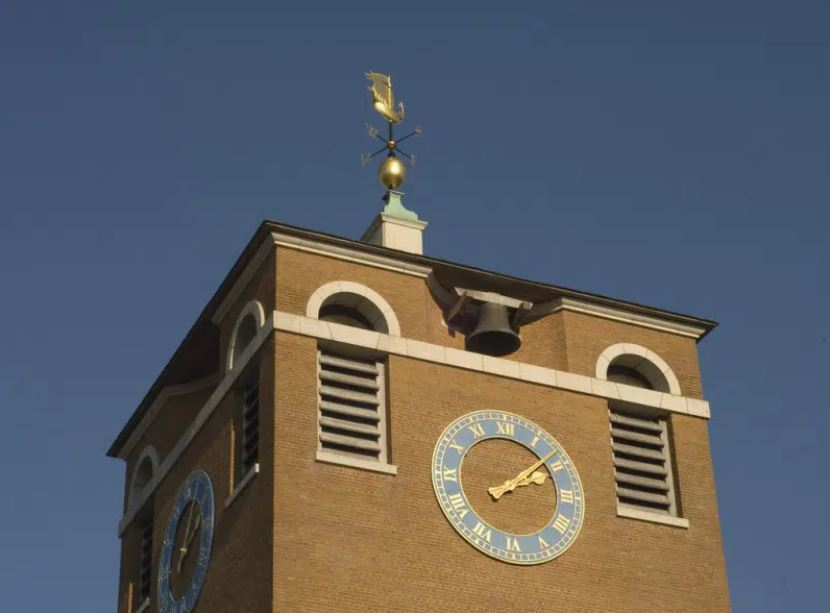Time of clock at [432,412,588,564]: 2:08
